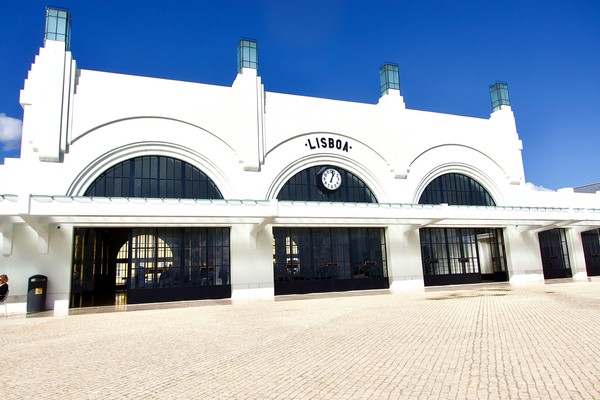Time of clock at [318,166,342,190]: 1:02
